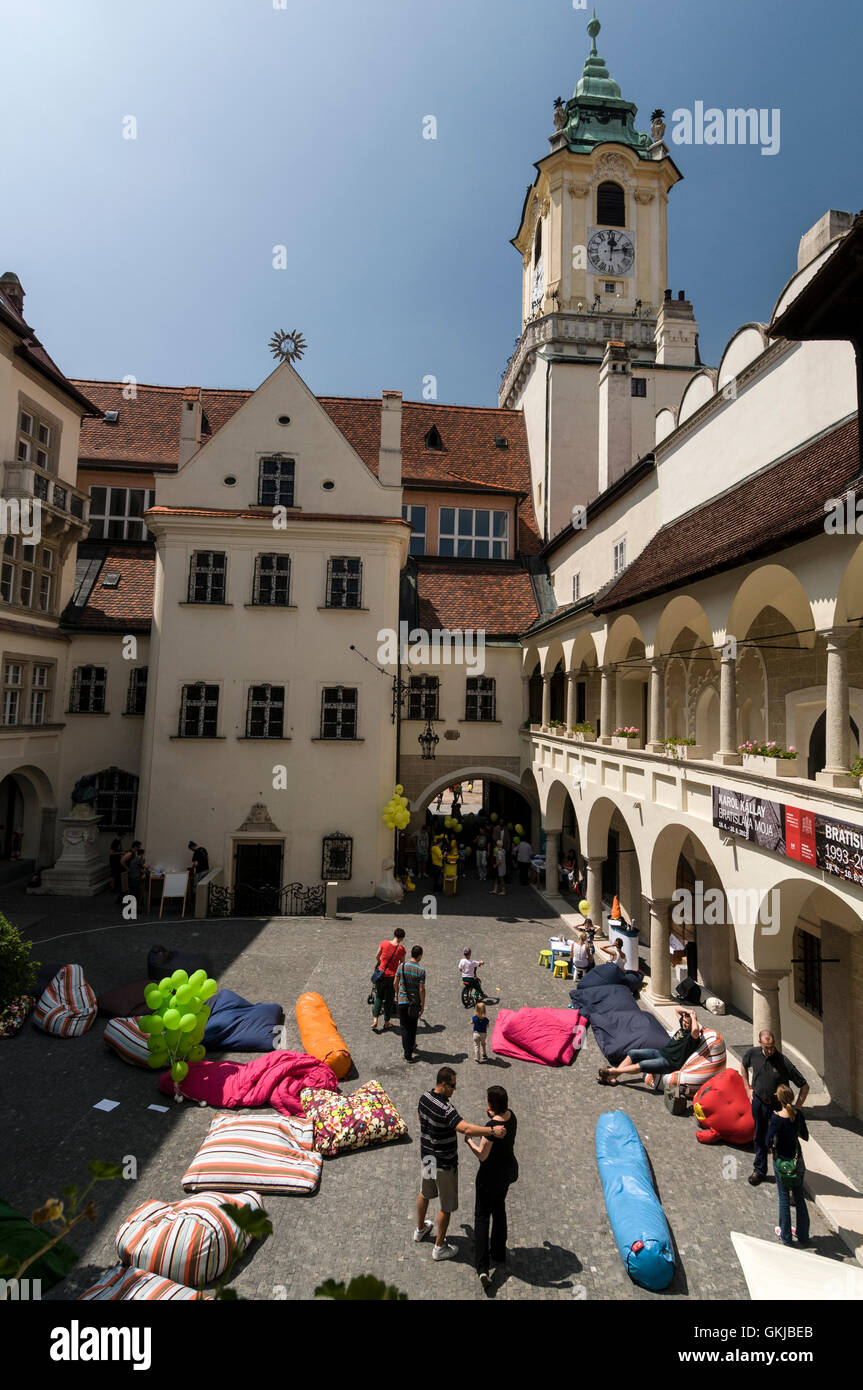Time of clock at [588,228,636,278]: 12:13
